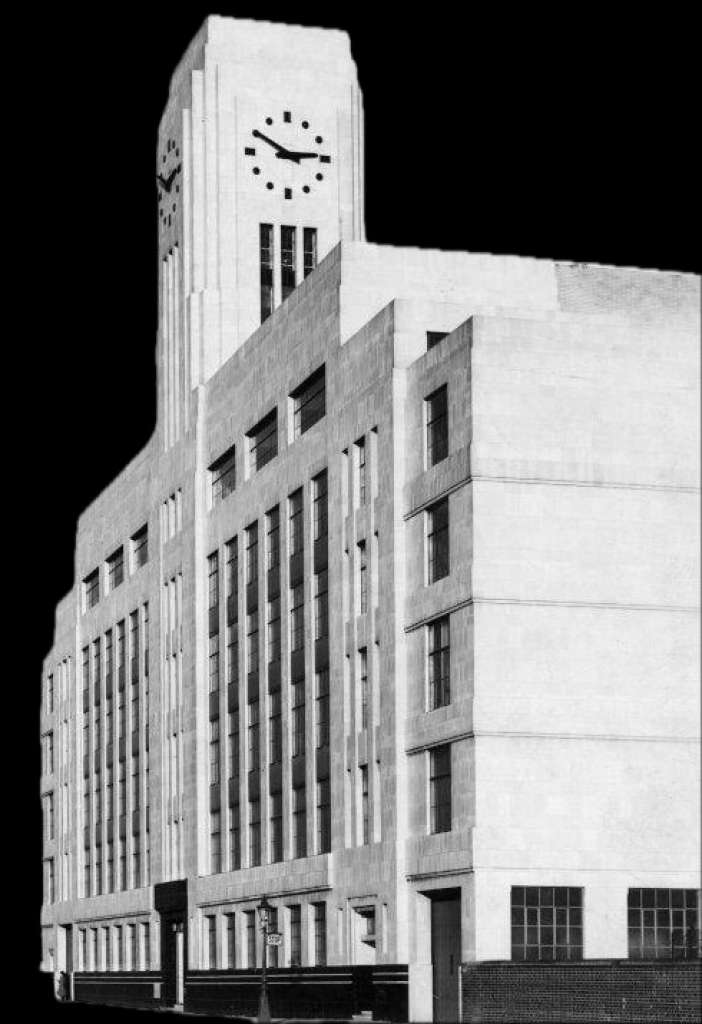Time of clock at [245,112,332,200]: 2:50
